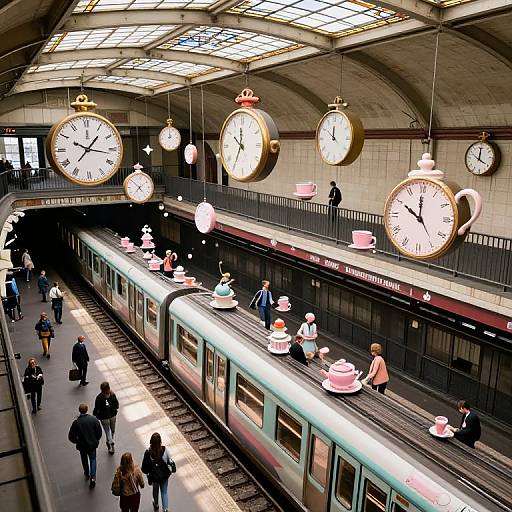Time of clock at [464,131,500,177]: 12:20
